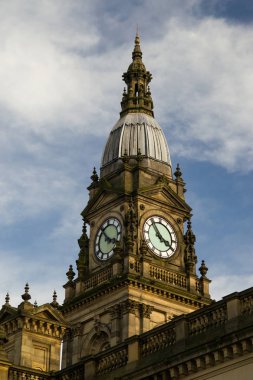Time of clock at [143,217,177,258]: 3:53
